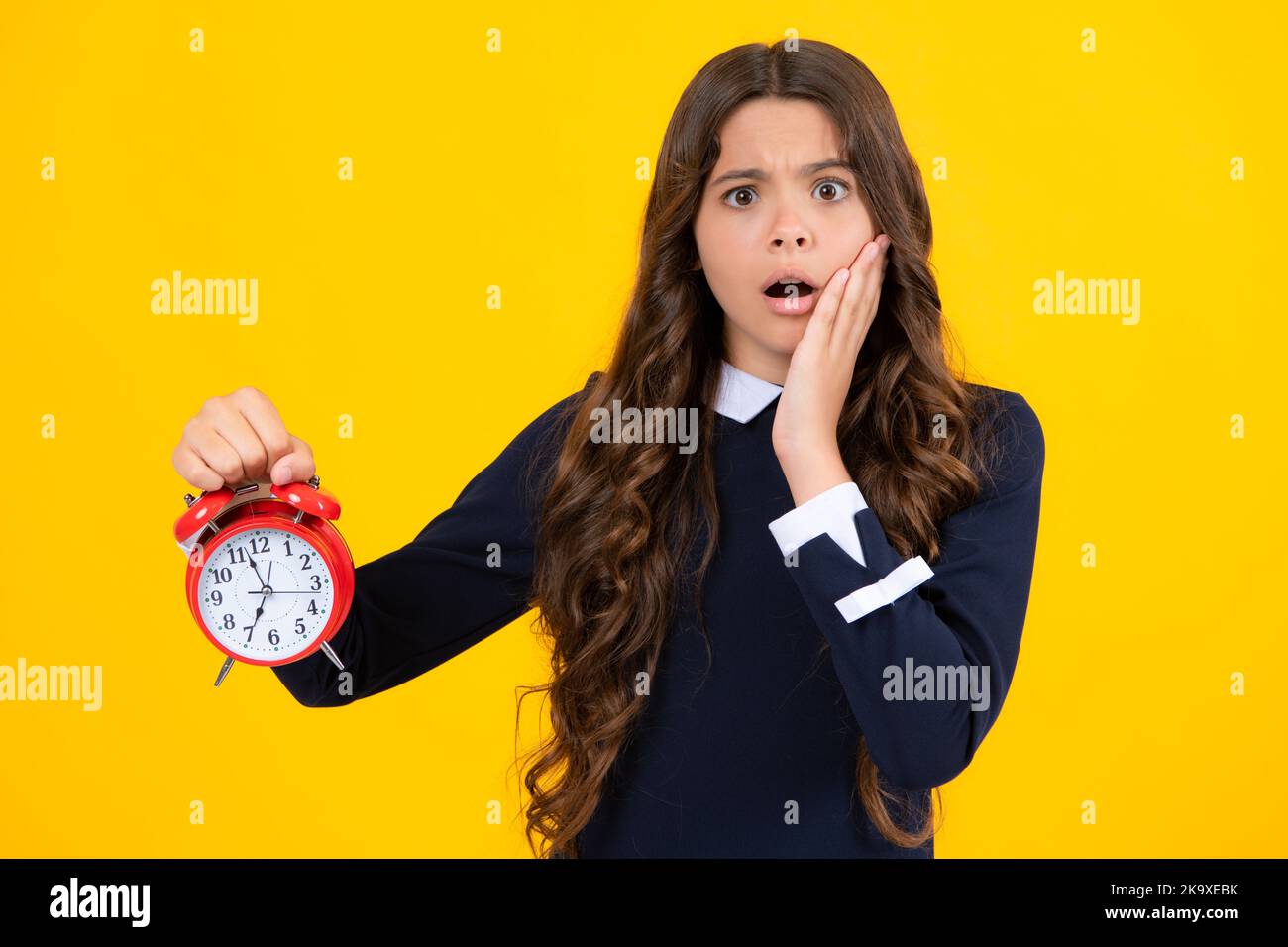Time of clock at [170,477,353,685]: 6:57
